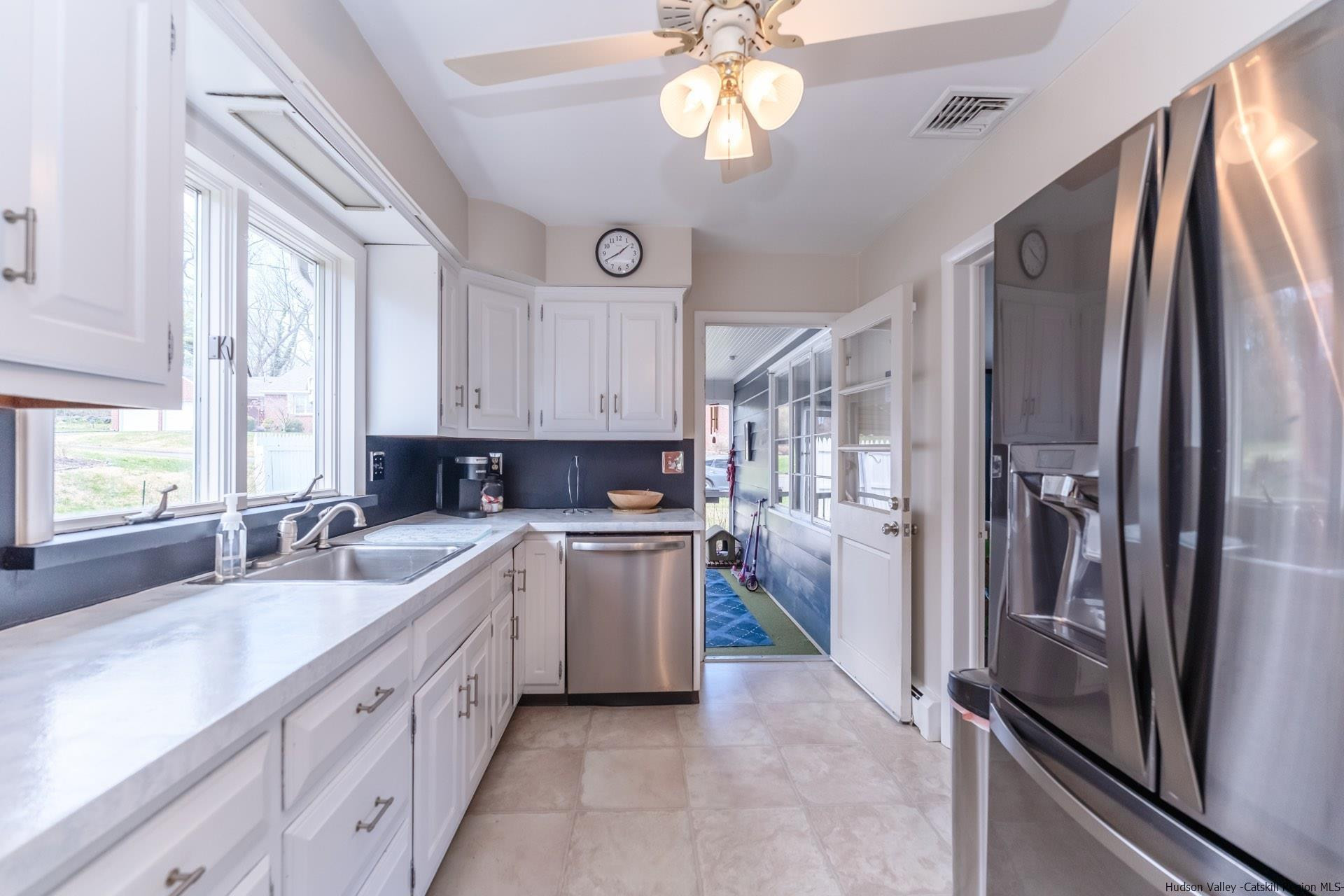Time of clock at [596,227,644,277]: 1:40
